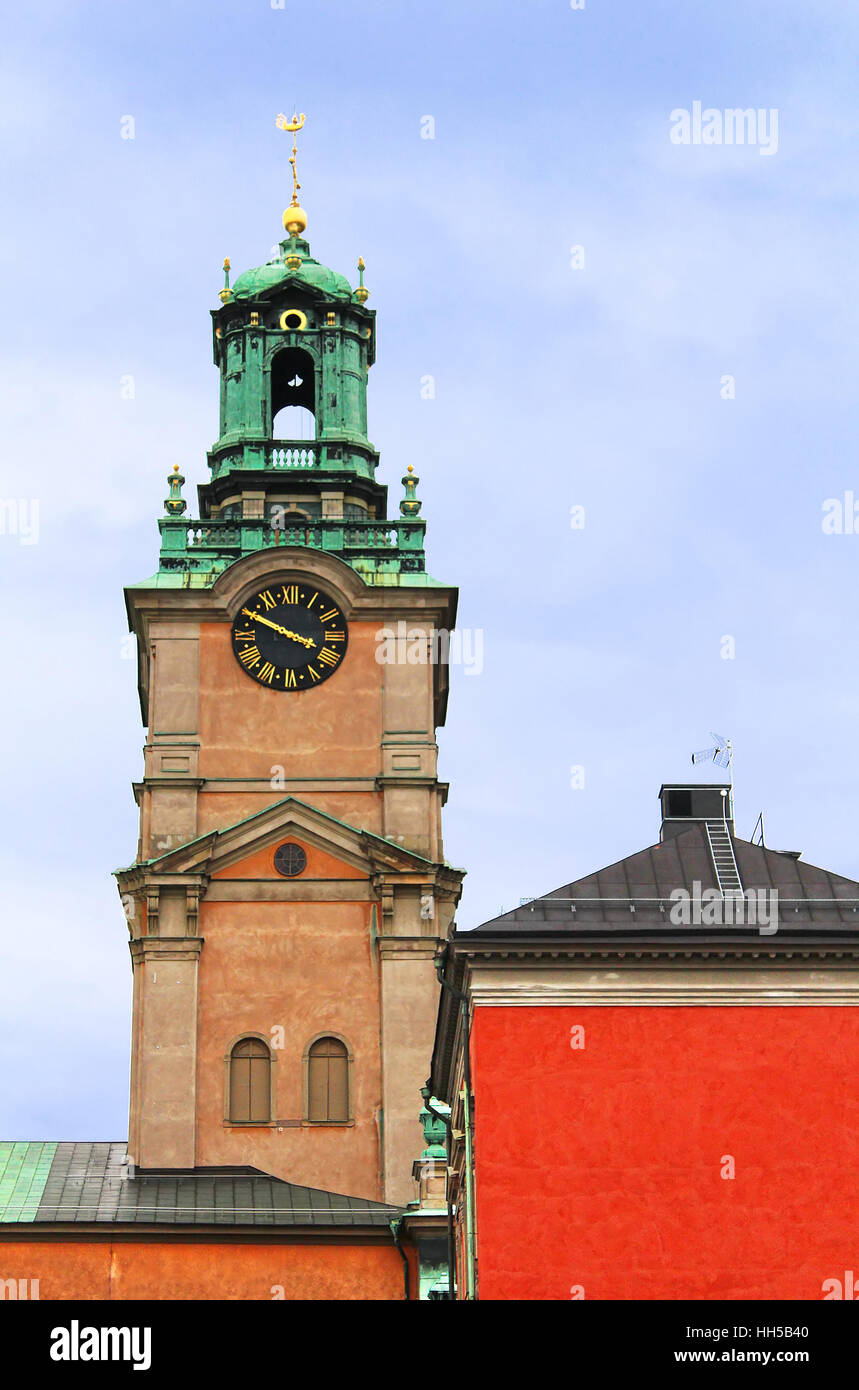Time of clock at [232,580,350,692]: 3:49
